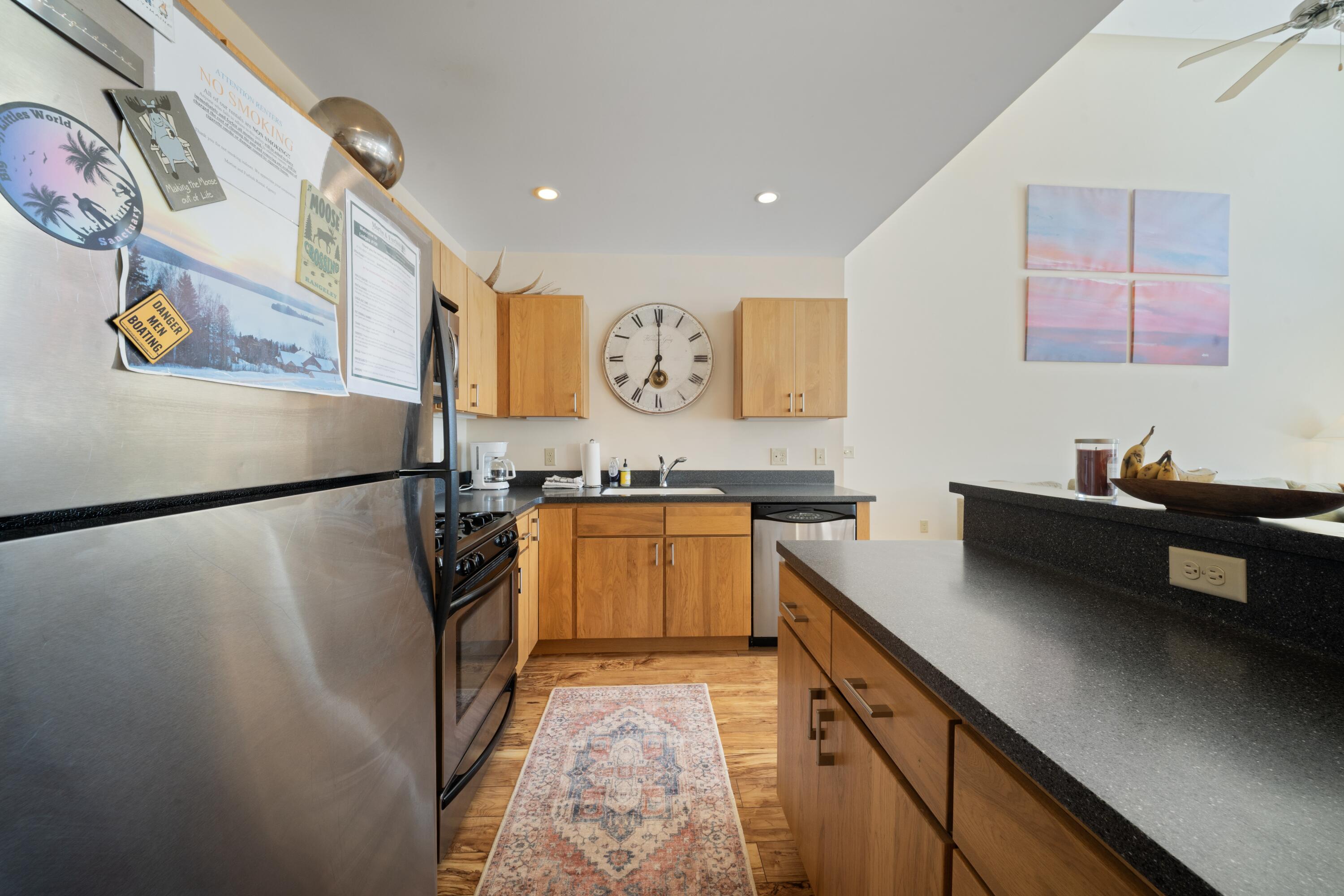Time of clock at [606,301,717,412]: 6:59
